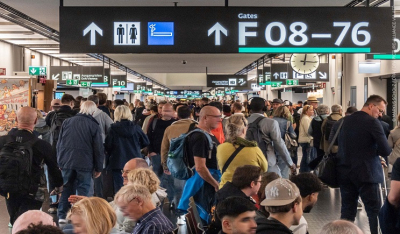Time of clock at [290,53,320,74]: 12:16
